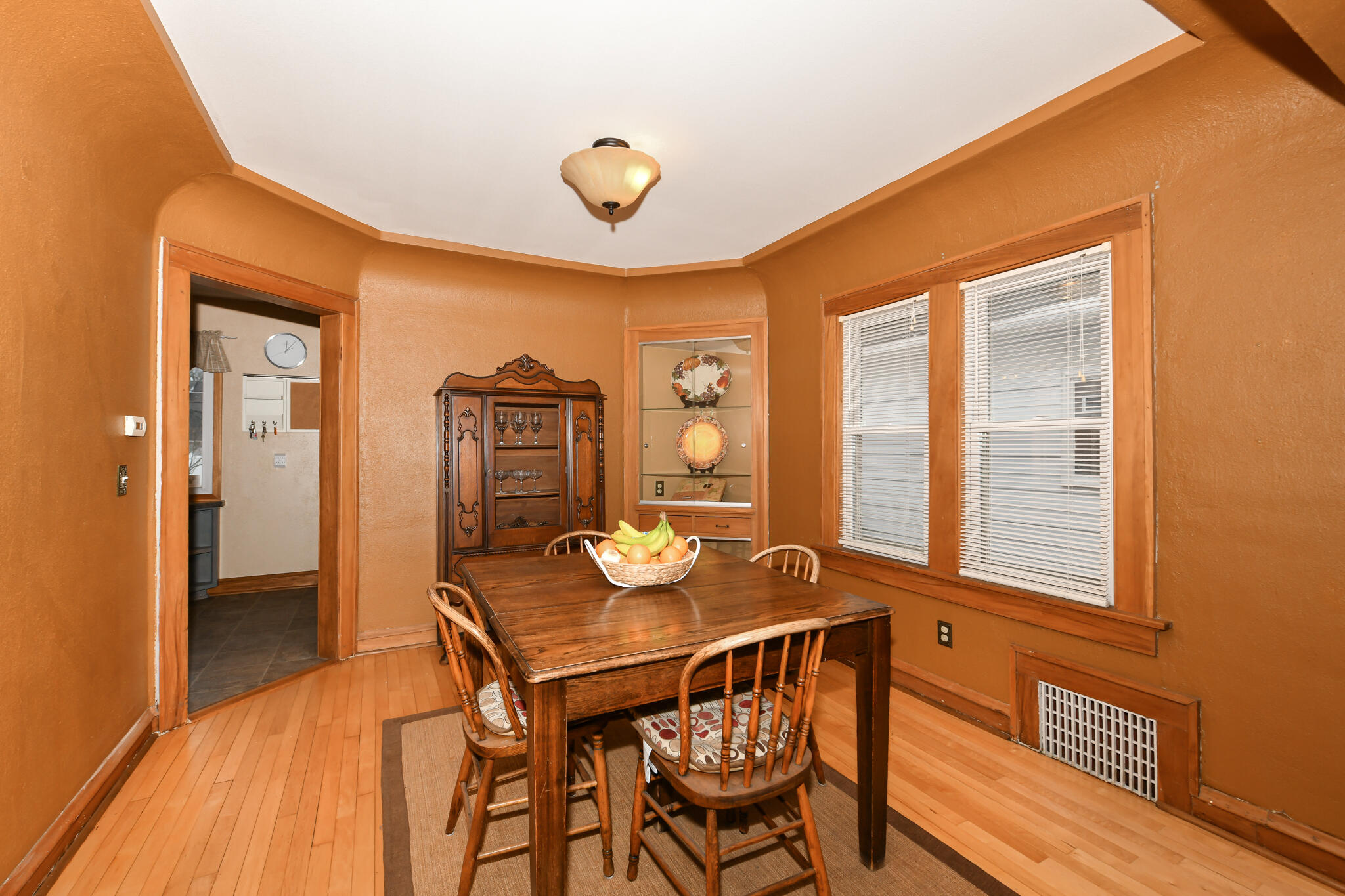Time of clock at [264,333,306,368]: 12:06
